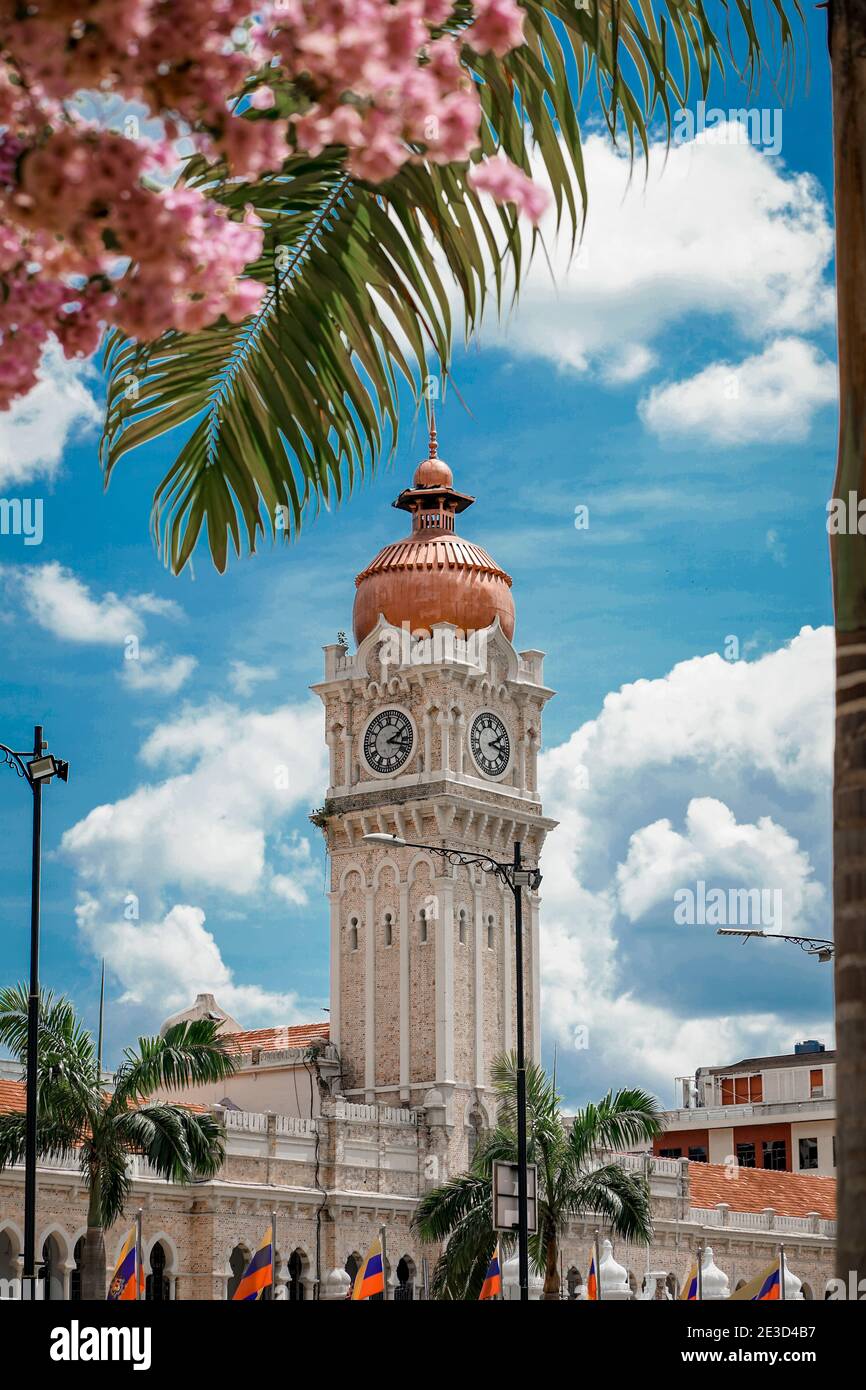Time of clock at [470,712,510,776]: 2:17
